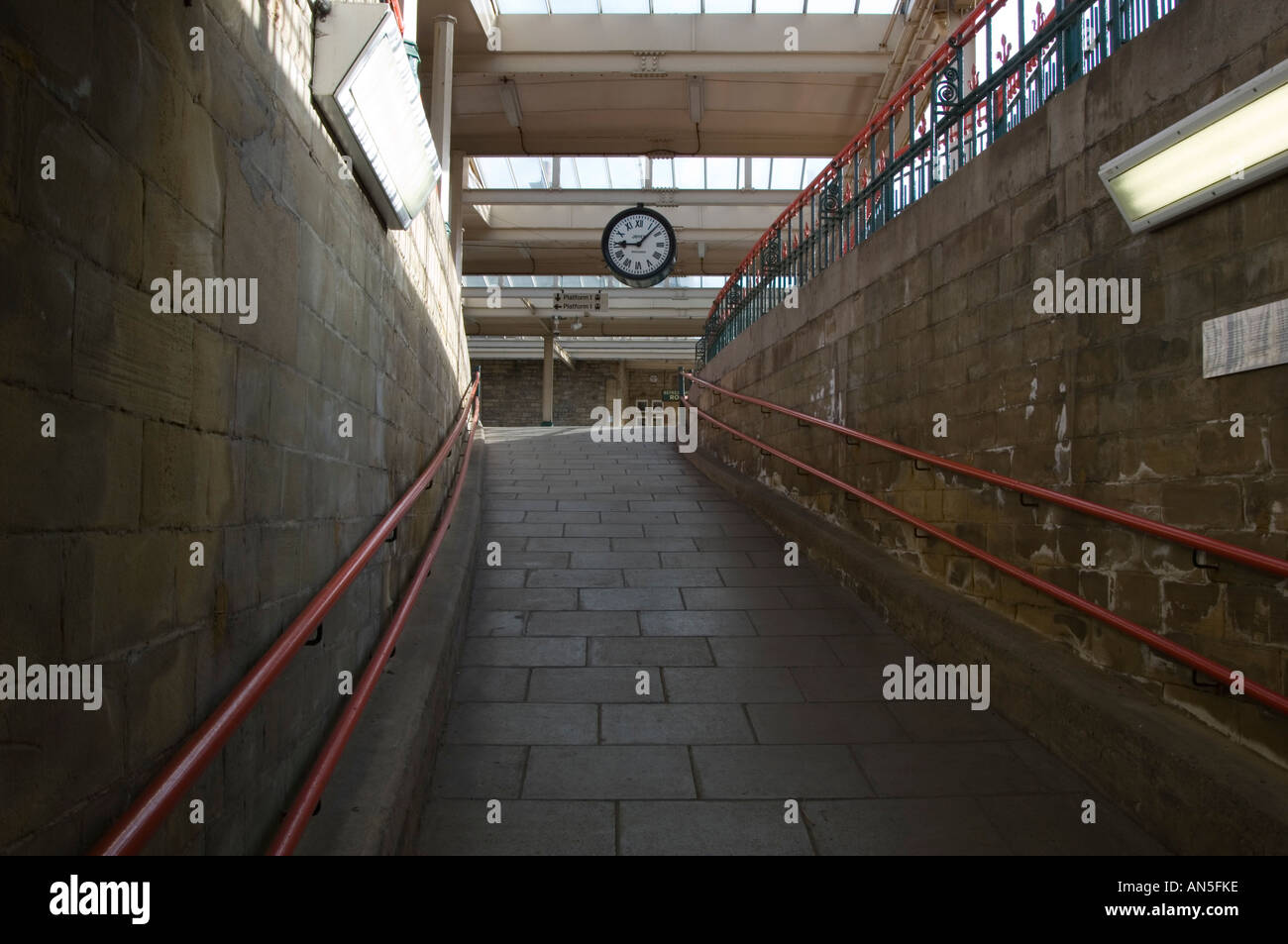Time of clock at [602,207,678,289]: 9:07
